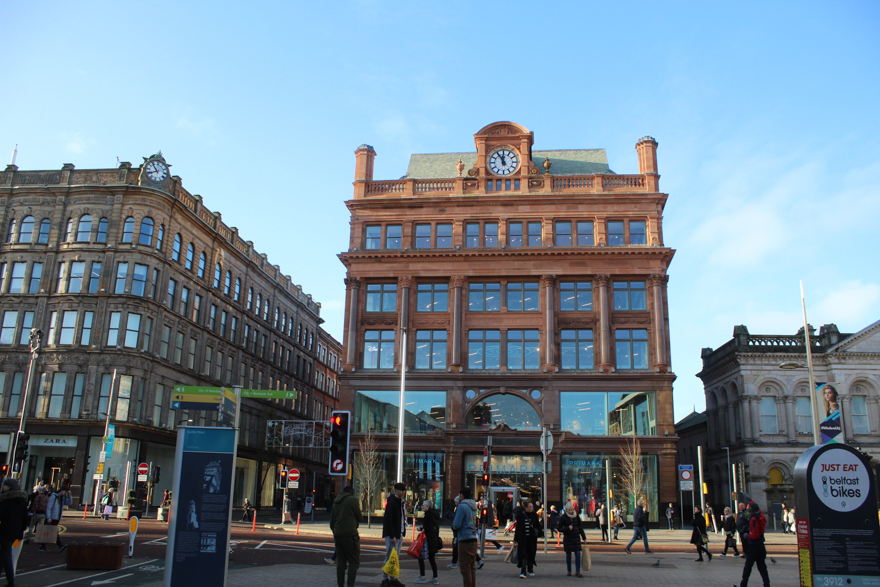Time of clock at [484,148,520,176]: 11:55
